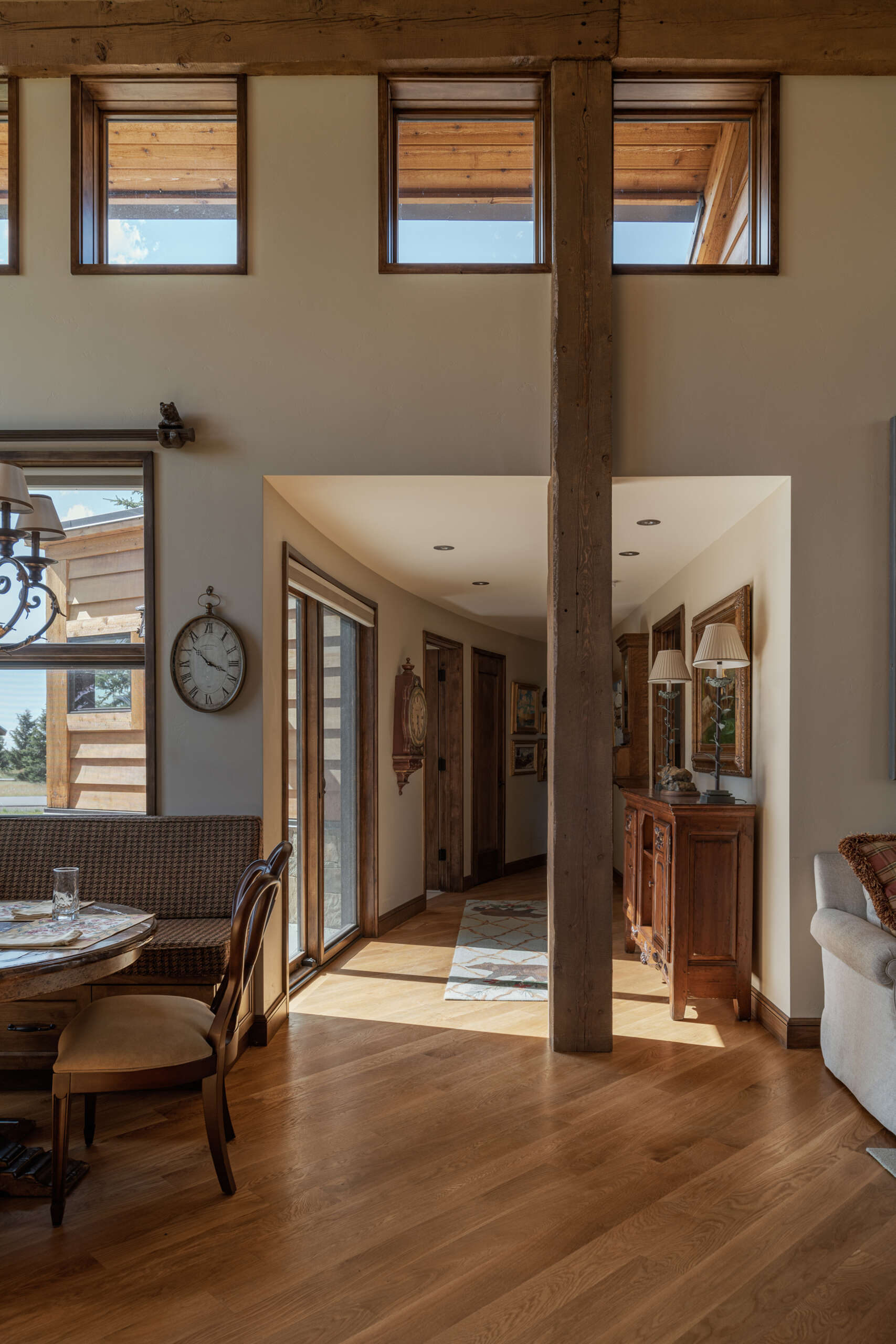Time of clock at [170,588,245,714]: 10:18
